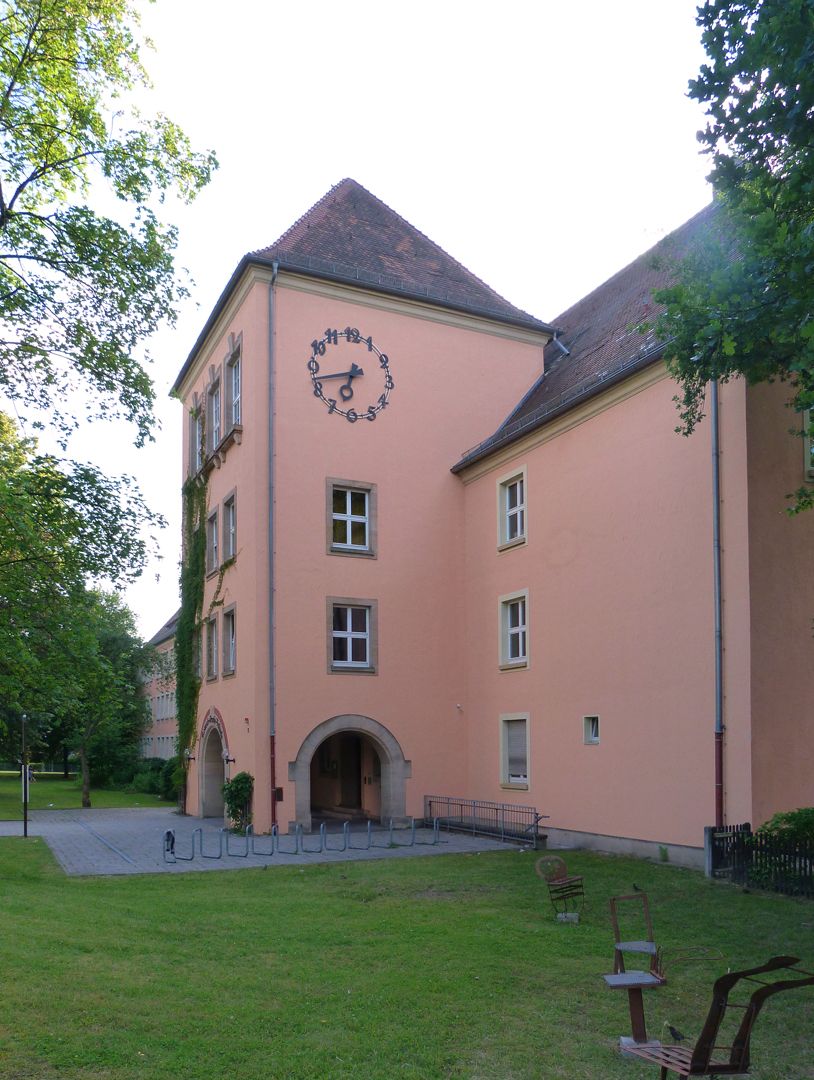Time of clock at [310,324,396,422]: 6:42
